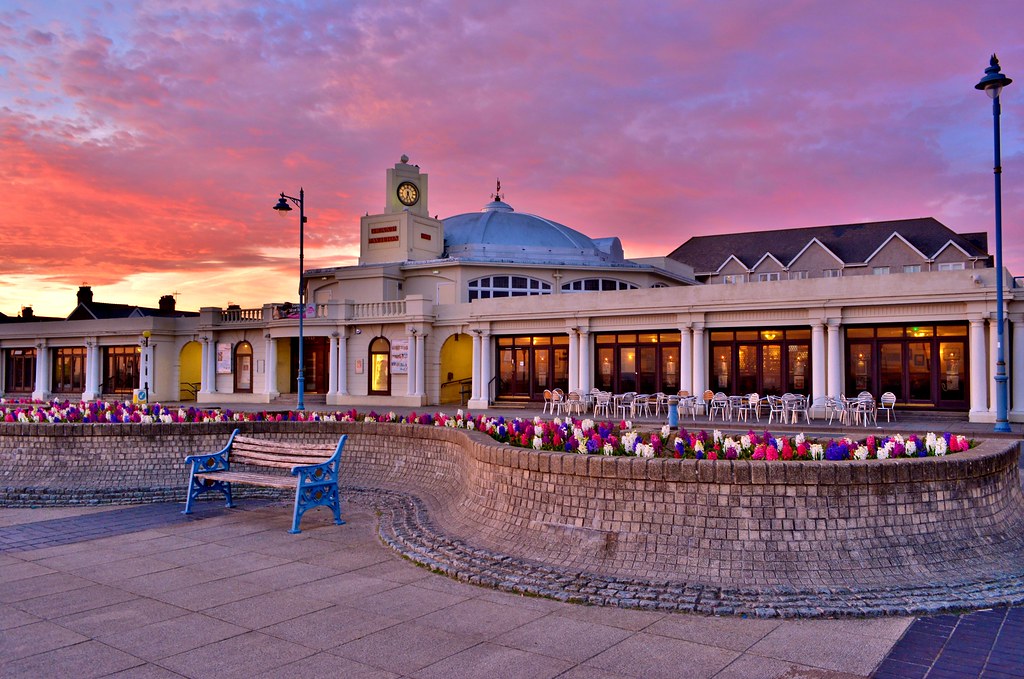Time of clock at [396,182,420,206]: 6:26
